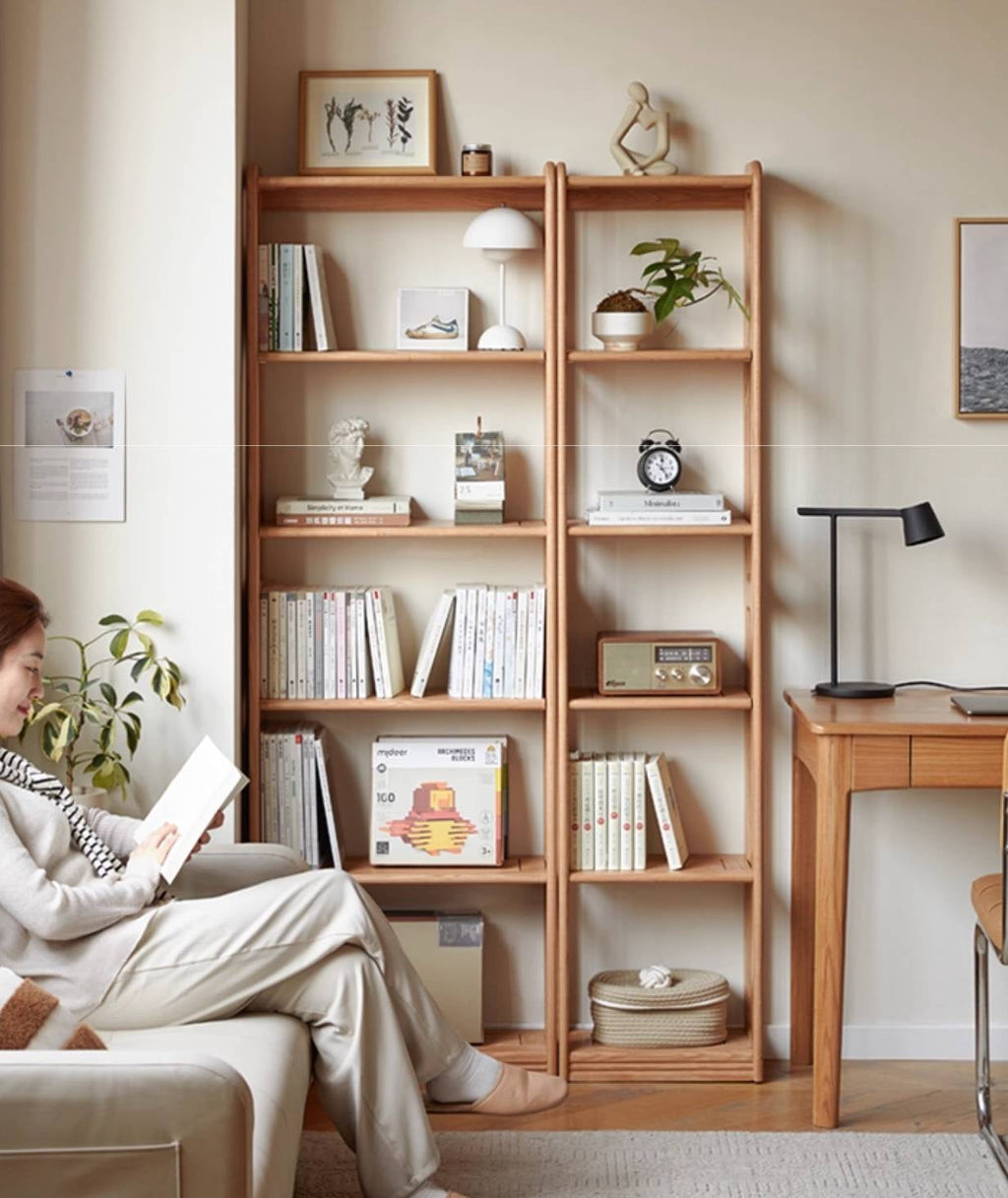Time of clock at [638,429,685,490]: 12:23
